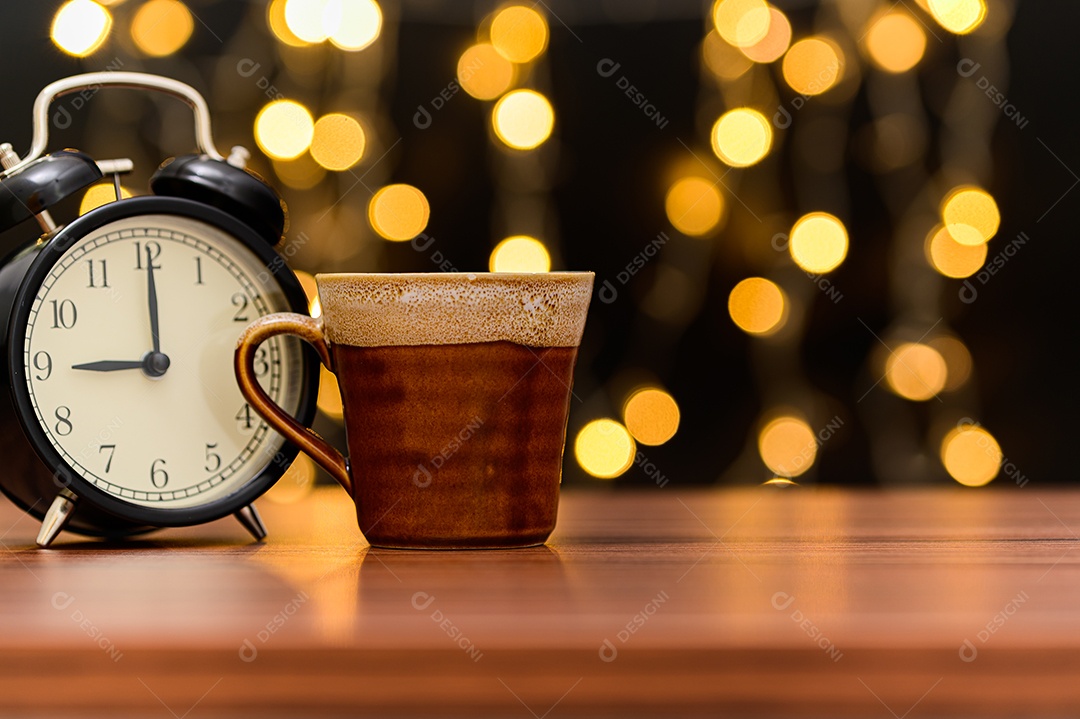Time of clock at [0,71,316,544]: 9:00
